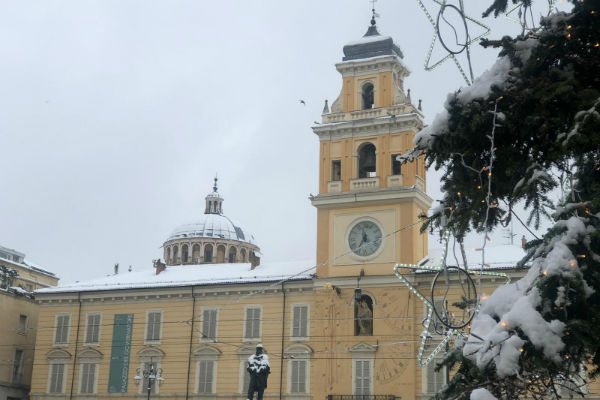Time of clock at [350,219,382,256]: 11:35
